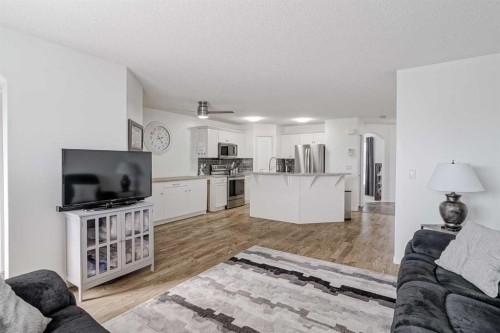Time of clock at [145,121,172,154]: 2:23
